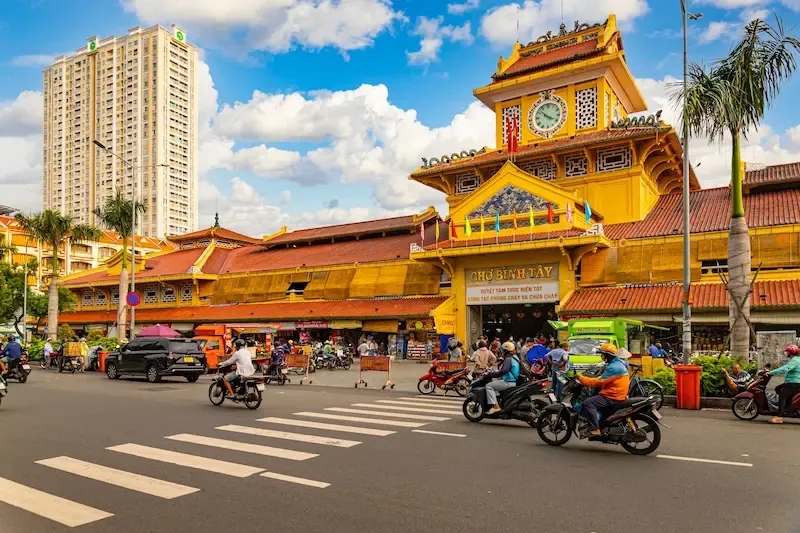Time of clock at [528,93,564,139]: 3:52
